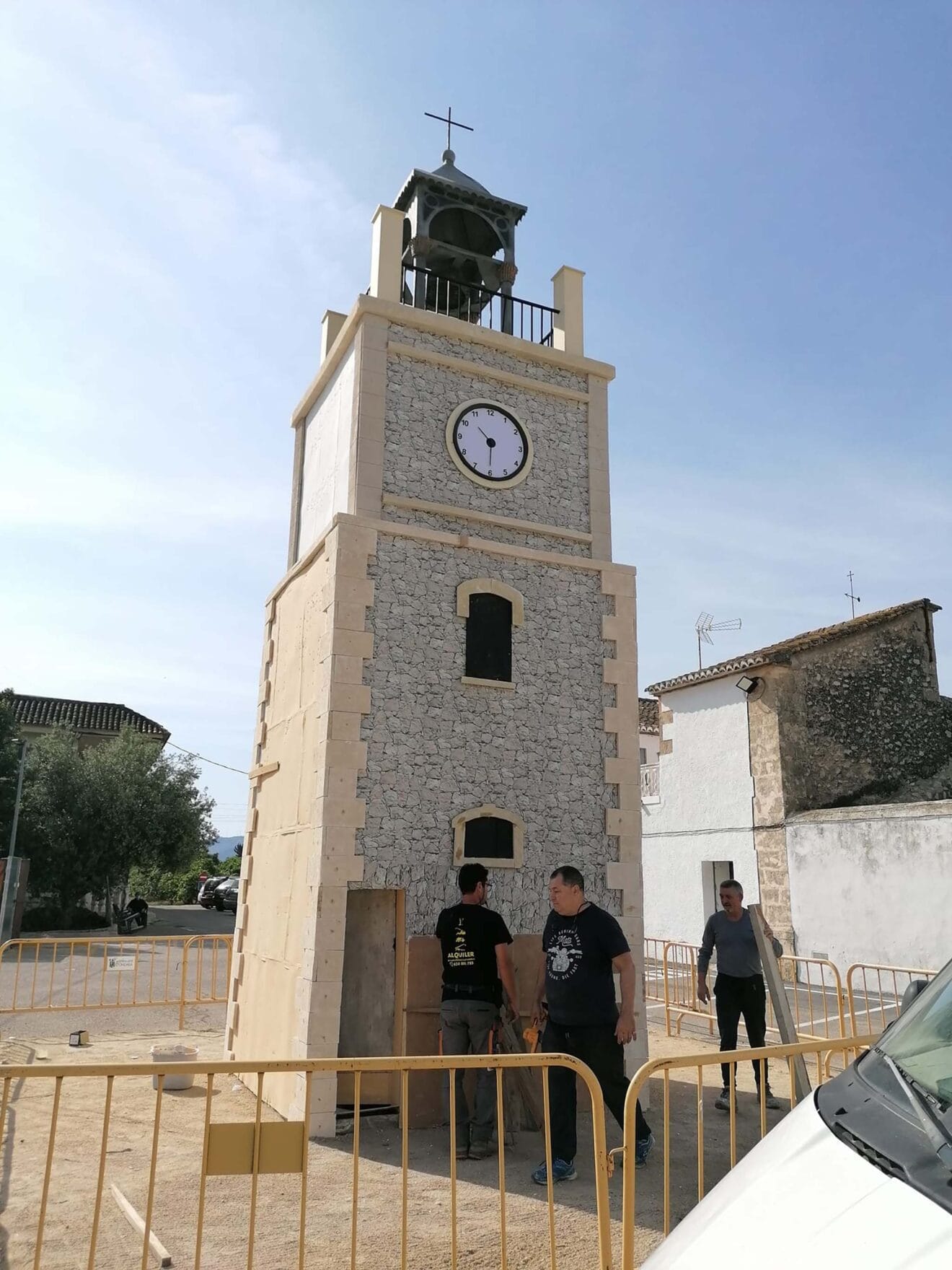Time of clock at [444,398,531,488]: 10:30
